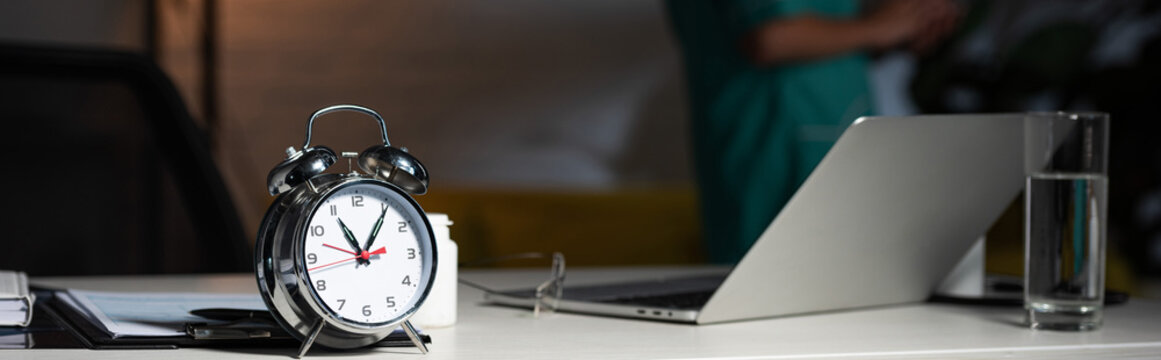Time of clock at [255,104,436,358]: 11:05
